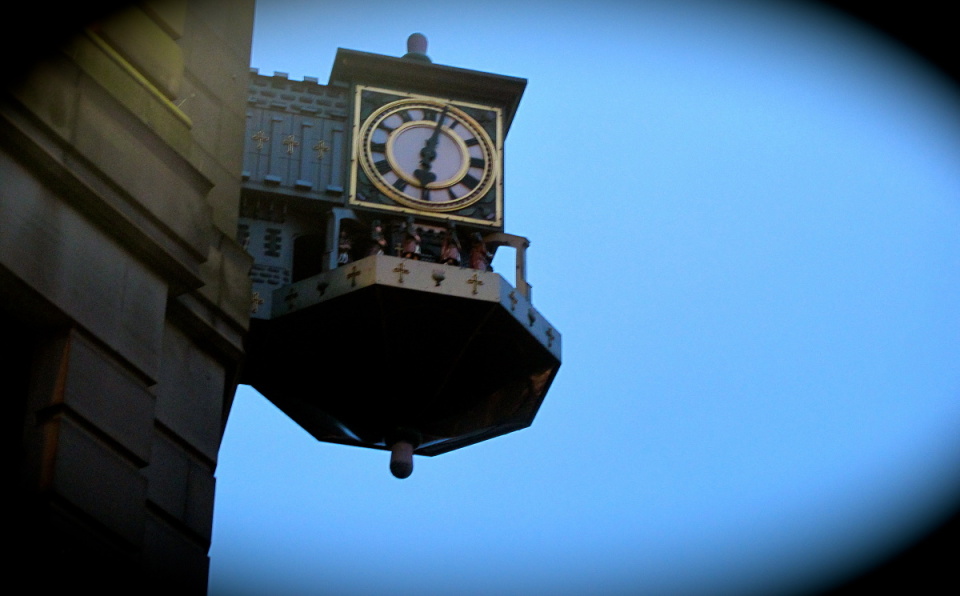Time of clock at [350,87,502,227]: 6:02
